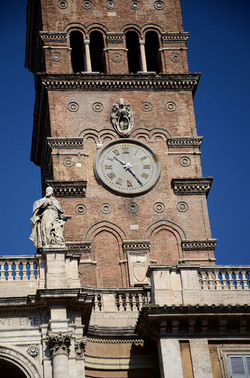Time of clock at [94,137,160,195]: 10:24
